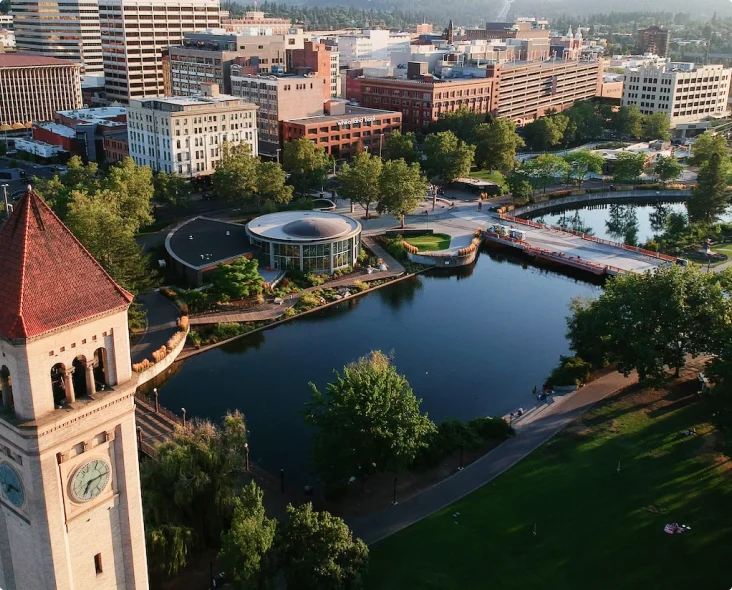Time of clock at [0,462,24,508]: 7:15
